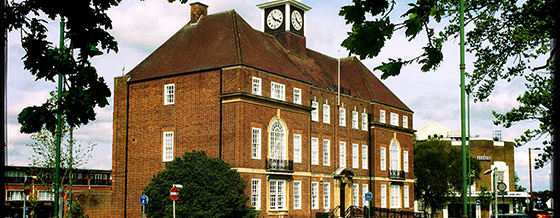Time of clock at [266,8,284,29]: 10:18
